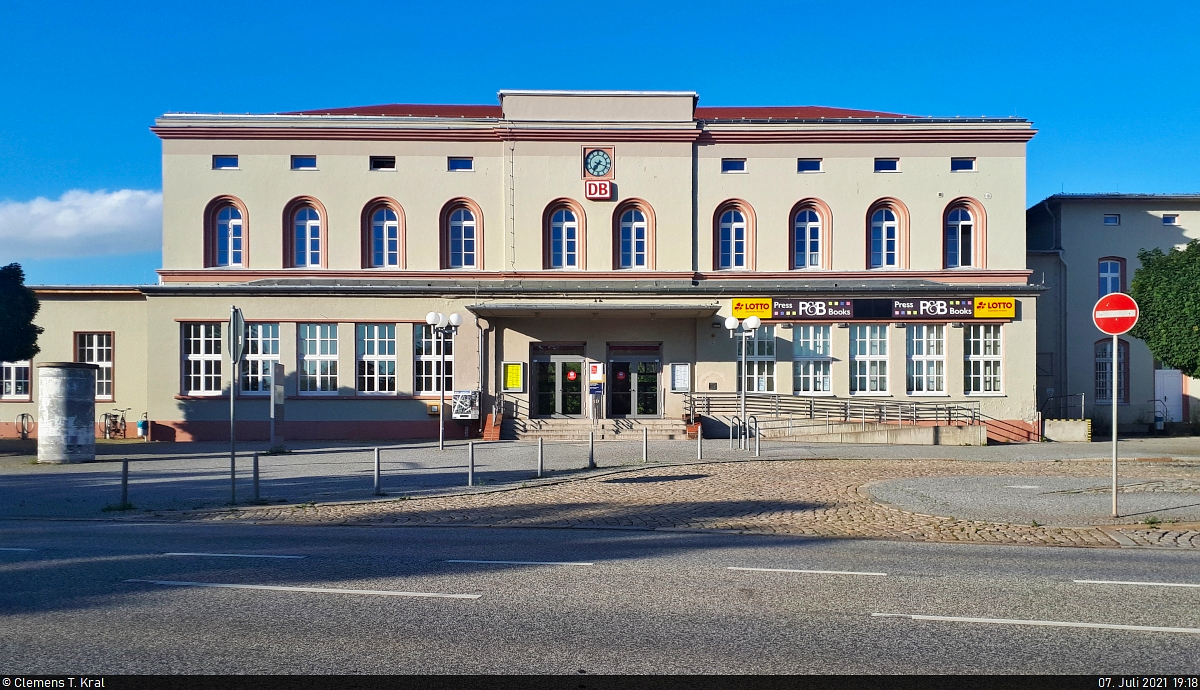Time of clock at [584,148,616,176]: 7:18
